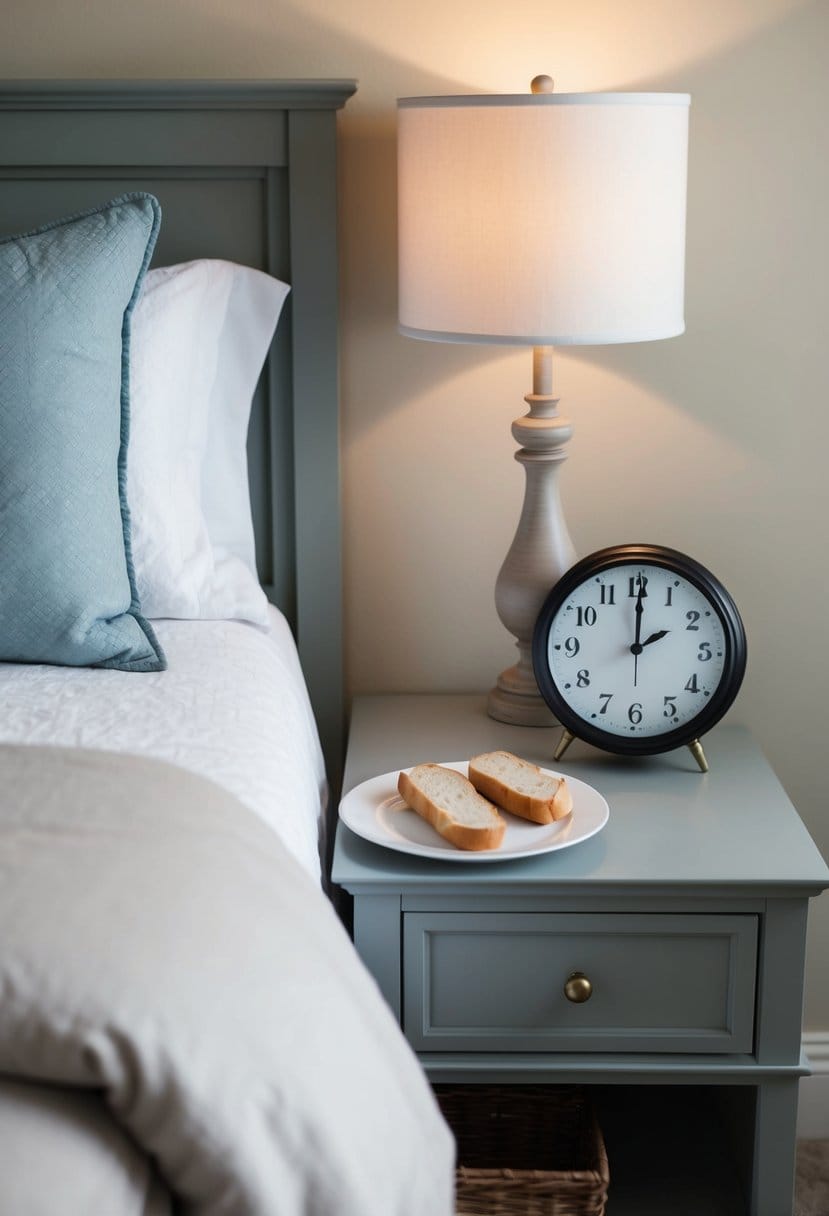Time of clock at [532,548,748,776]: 2:00
